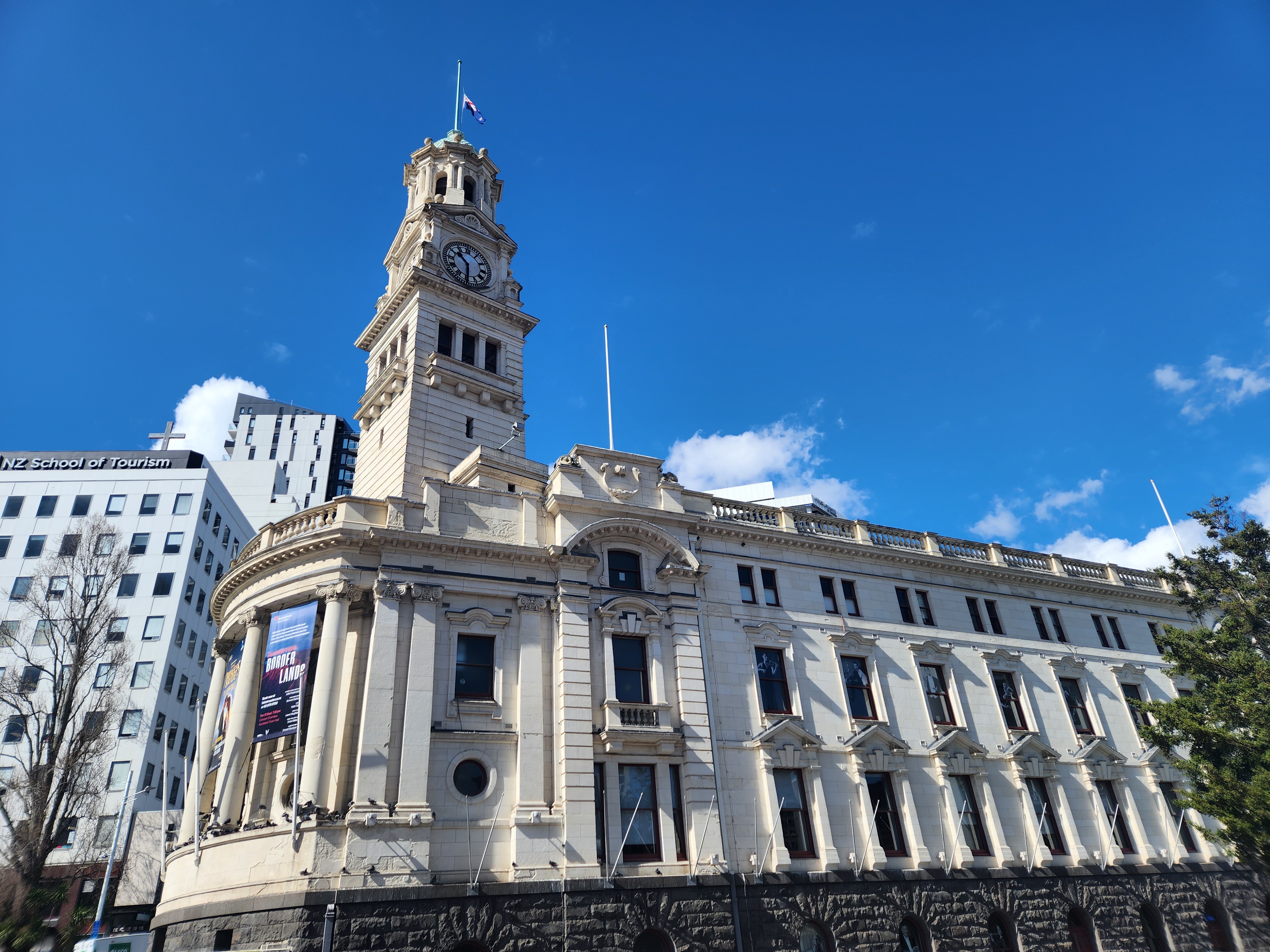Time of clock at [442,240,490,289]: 10:30
